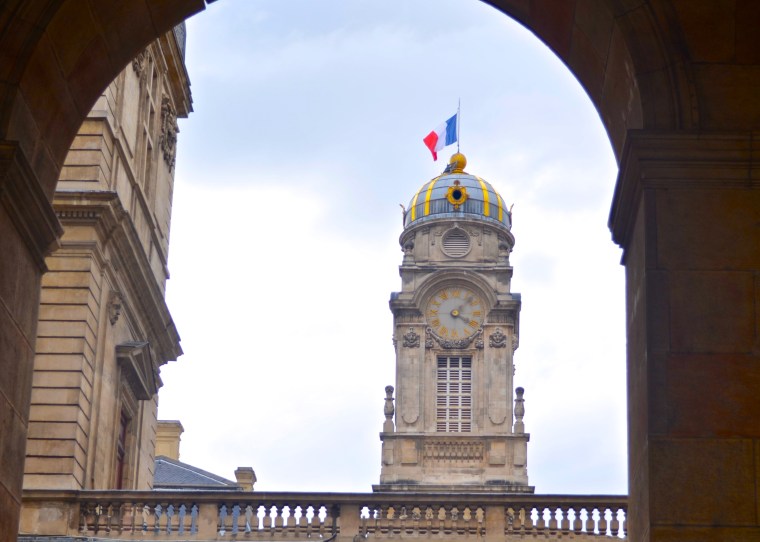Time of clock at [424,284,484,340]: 4:07
